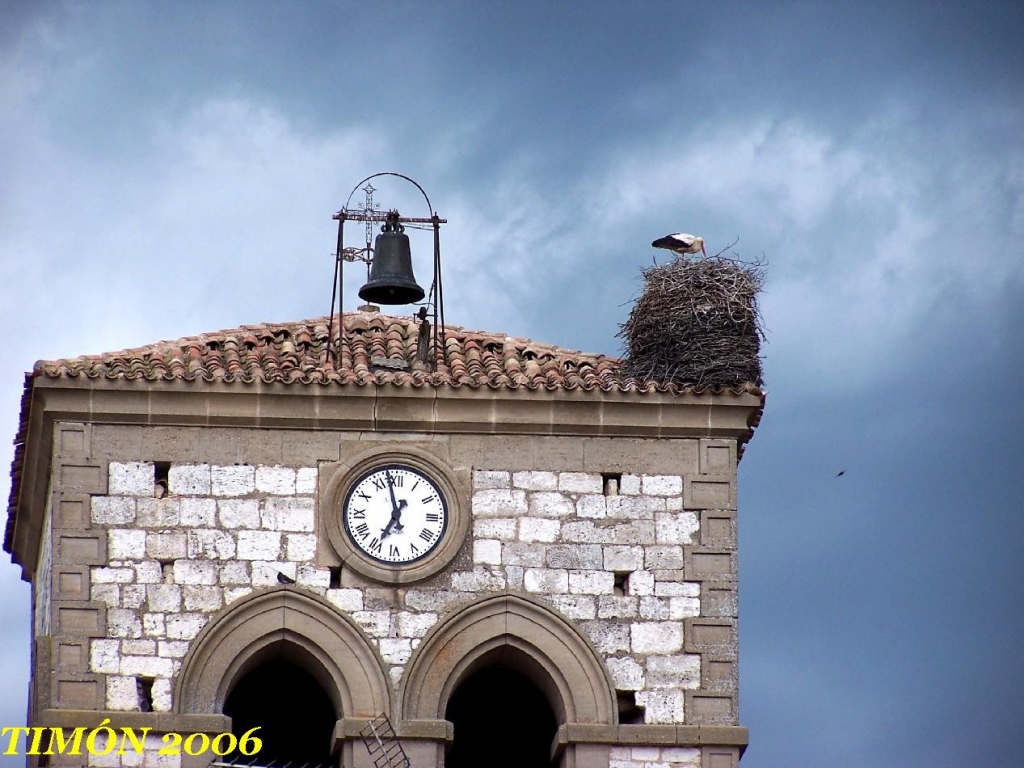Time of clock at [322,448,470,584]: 6:58
